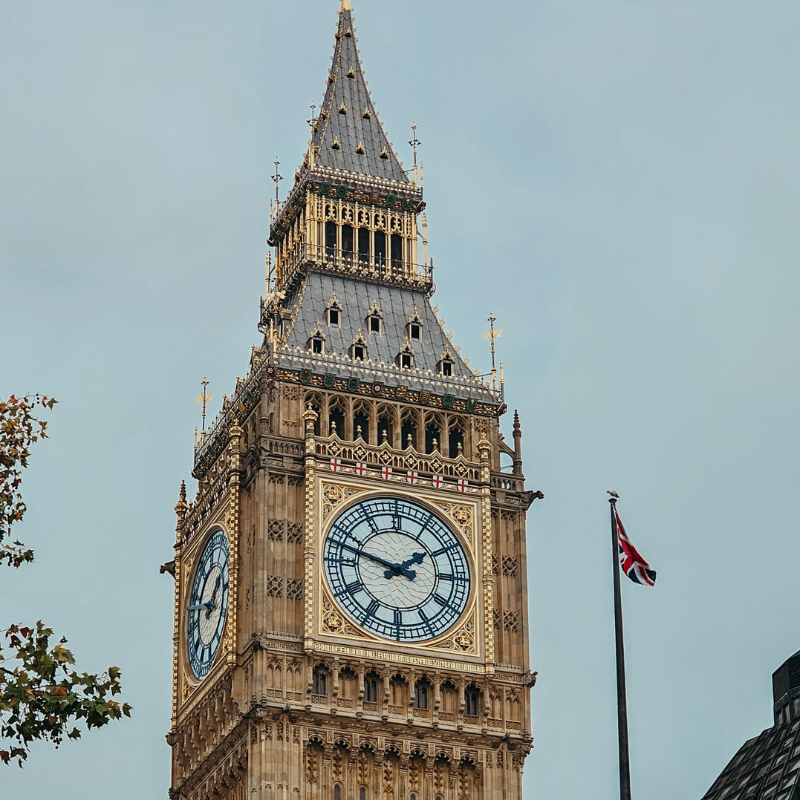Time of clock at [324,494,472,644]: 1:47
